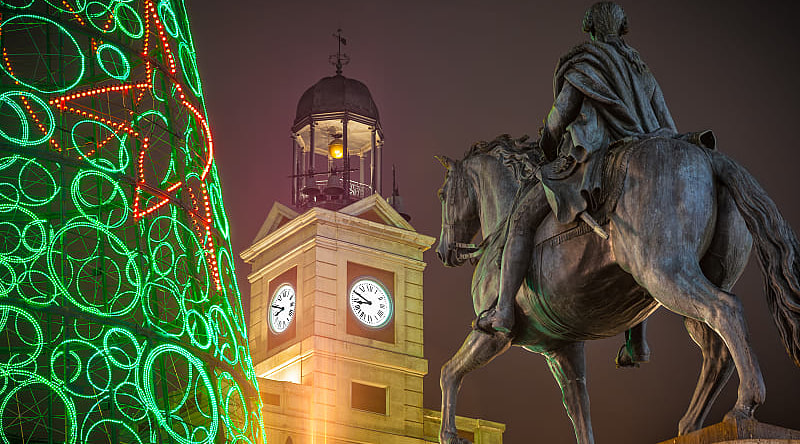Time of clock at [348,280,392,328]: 8:49
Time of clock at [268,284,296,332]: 8:49
